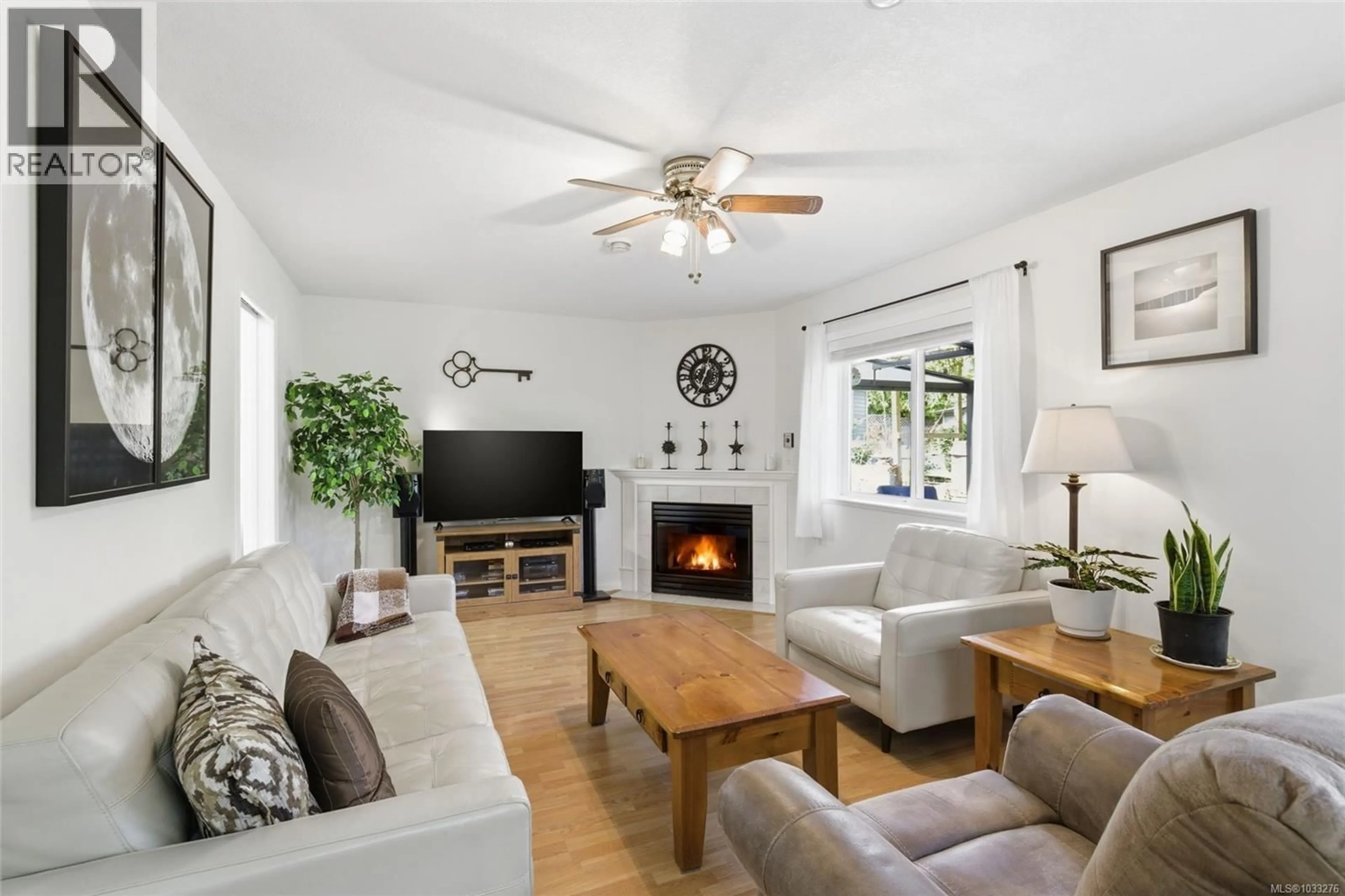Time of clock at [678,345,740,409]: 12:34
